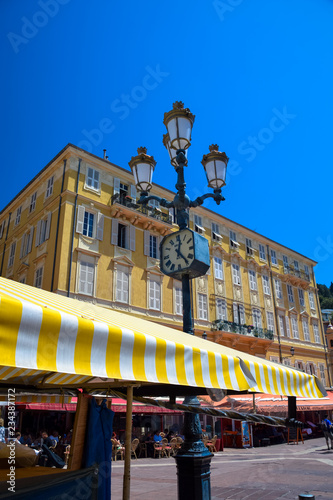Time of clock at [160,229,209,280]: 12:23
